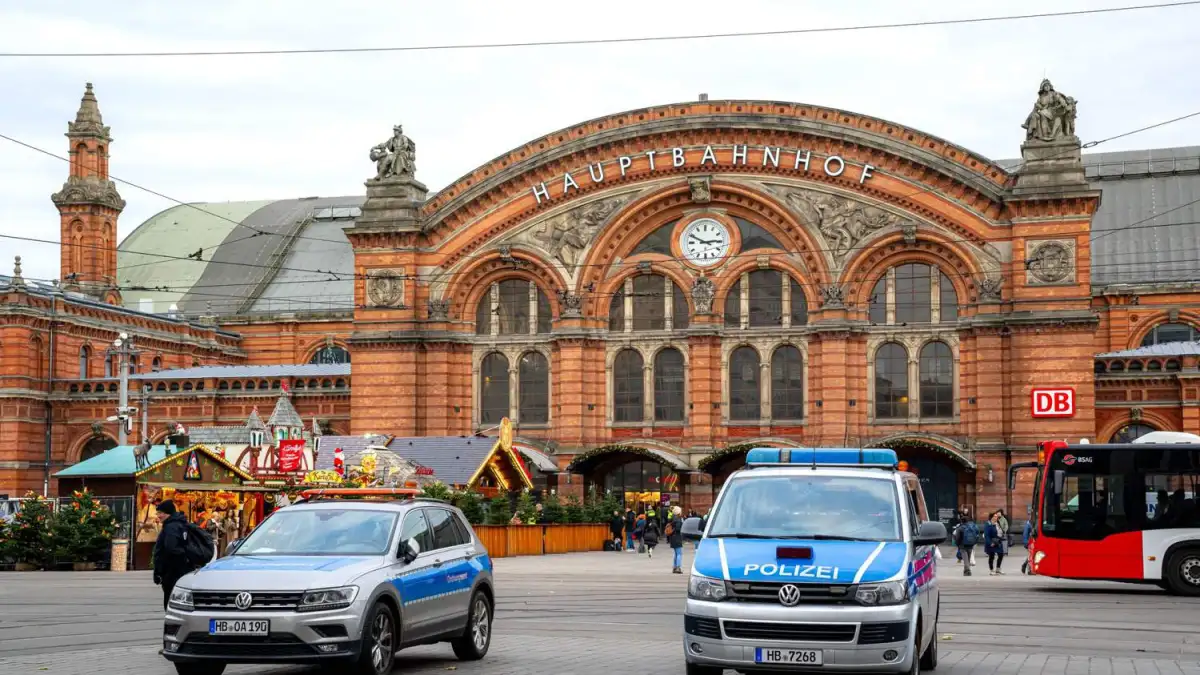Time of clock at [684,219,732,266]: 2:49
